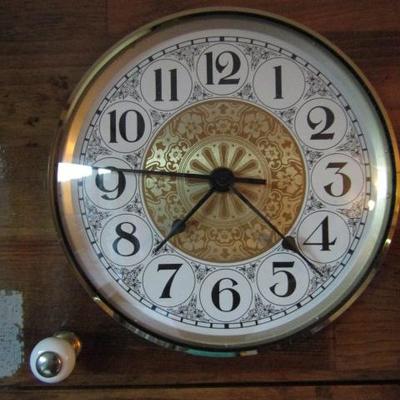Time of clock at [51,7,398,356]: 7:46
